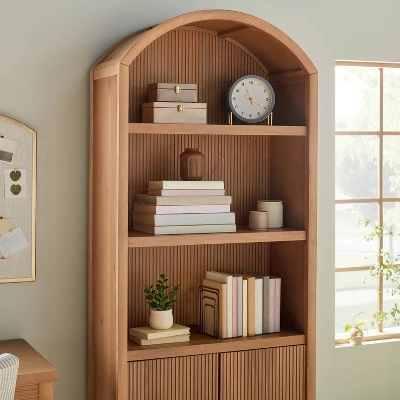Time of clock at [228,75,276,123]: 11:19
